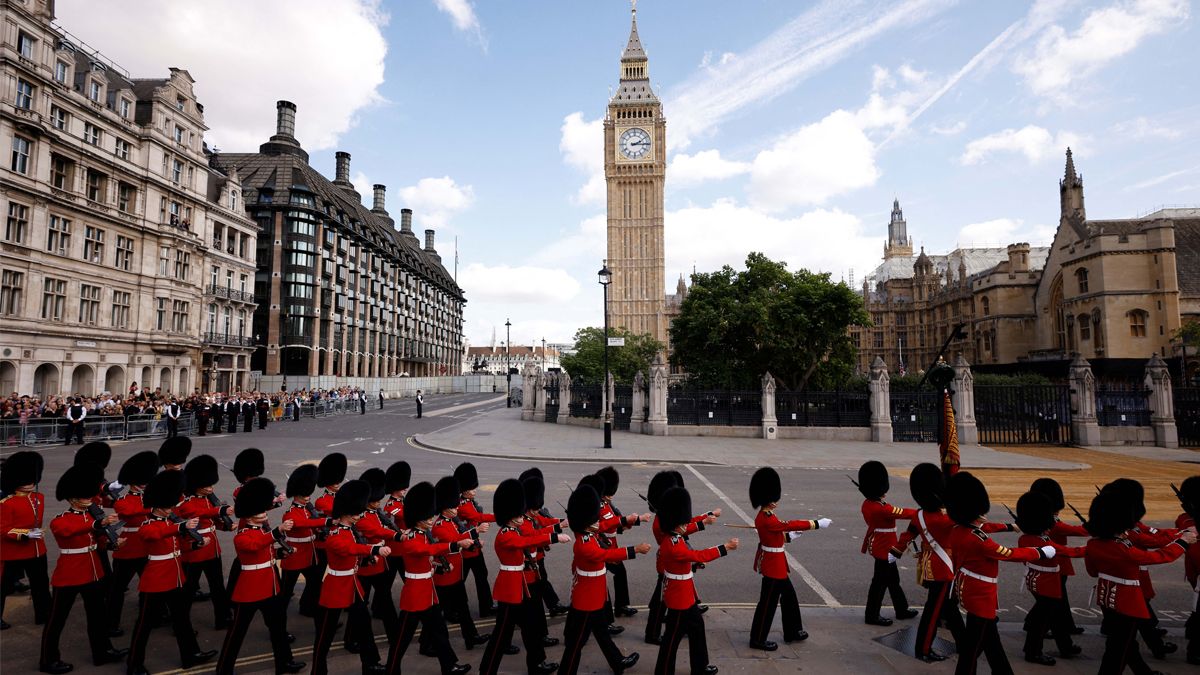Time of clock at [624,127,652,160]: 2:15
